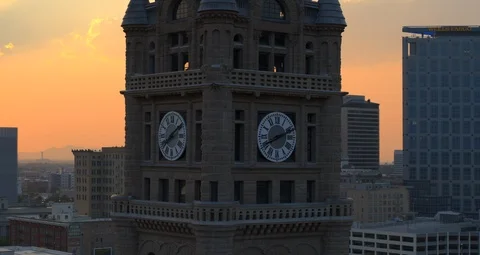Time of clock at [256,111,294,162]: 8:11
